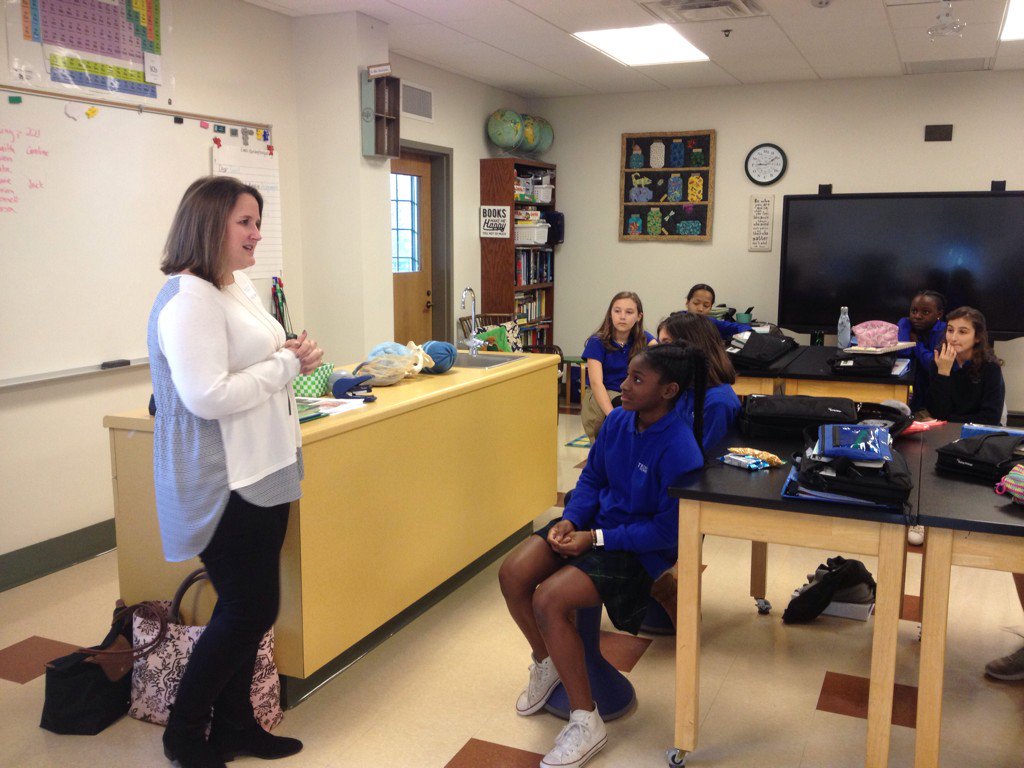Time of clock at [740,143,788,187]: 9:09
